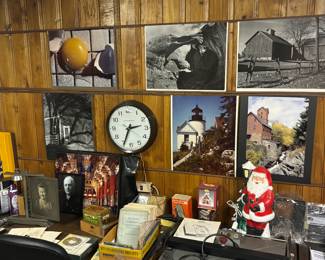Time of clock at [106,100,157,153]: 2:34
